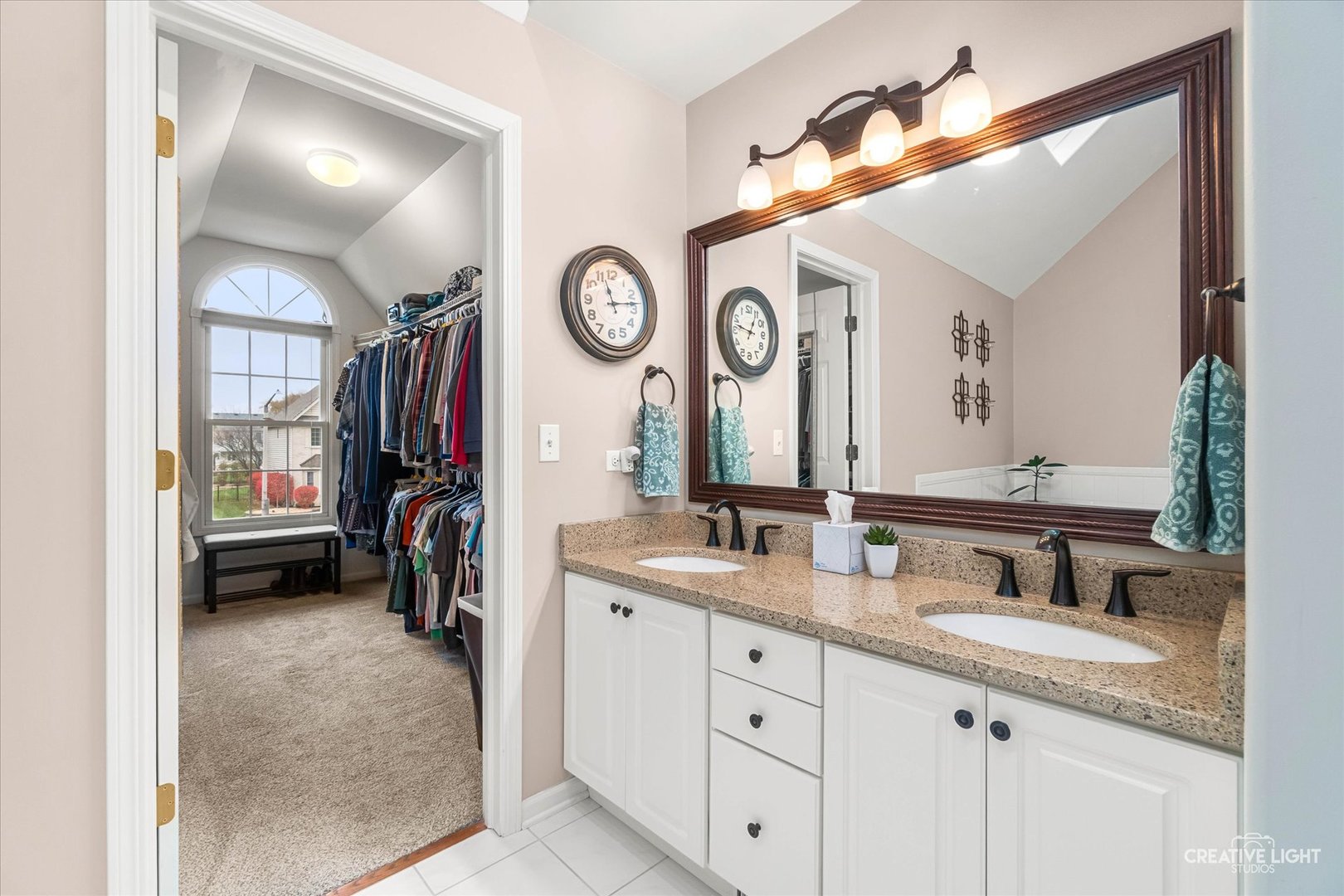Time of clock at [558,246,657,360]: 11:13
